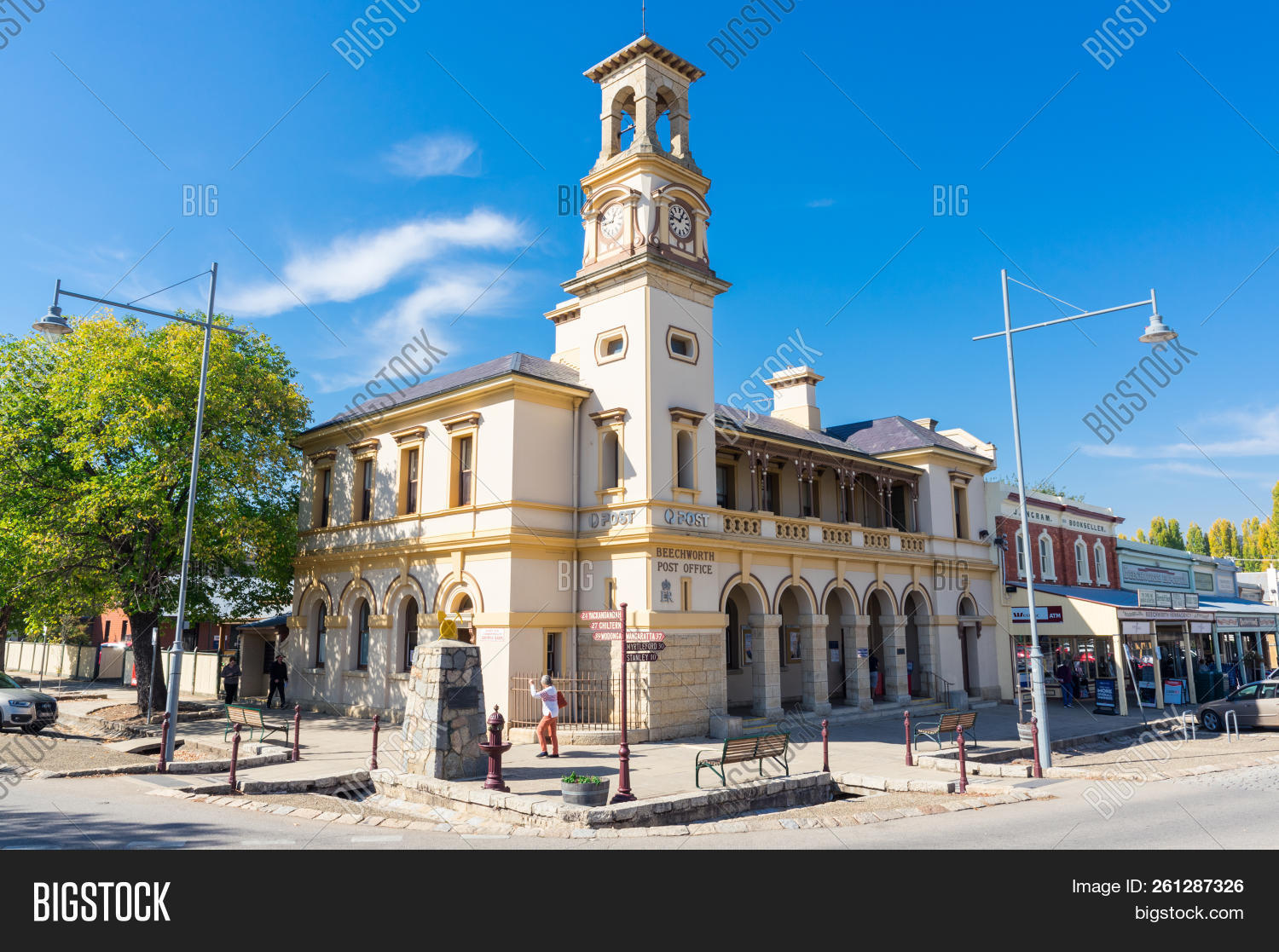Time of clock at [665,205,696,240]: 12:46
